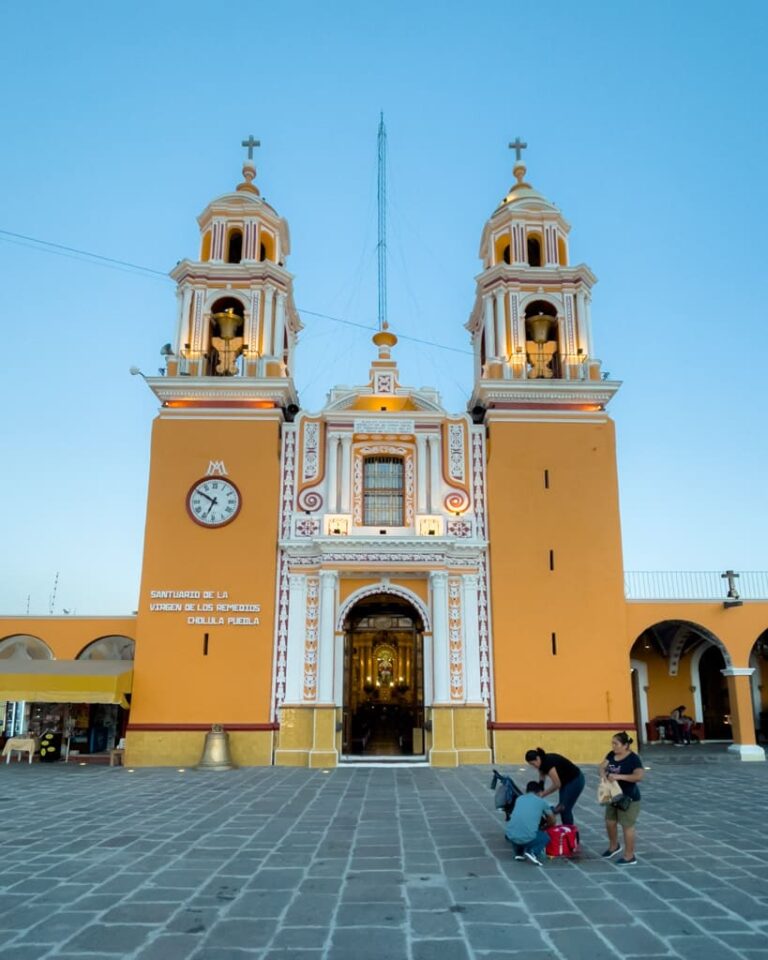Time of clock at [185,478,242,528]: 6:50
